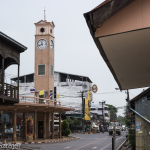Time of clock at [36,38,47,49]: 11:41
